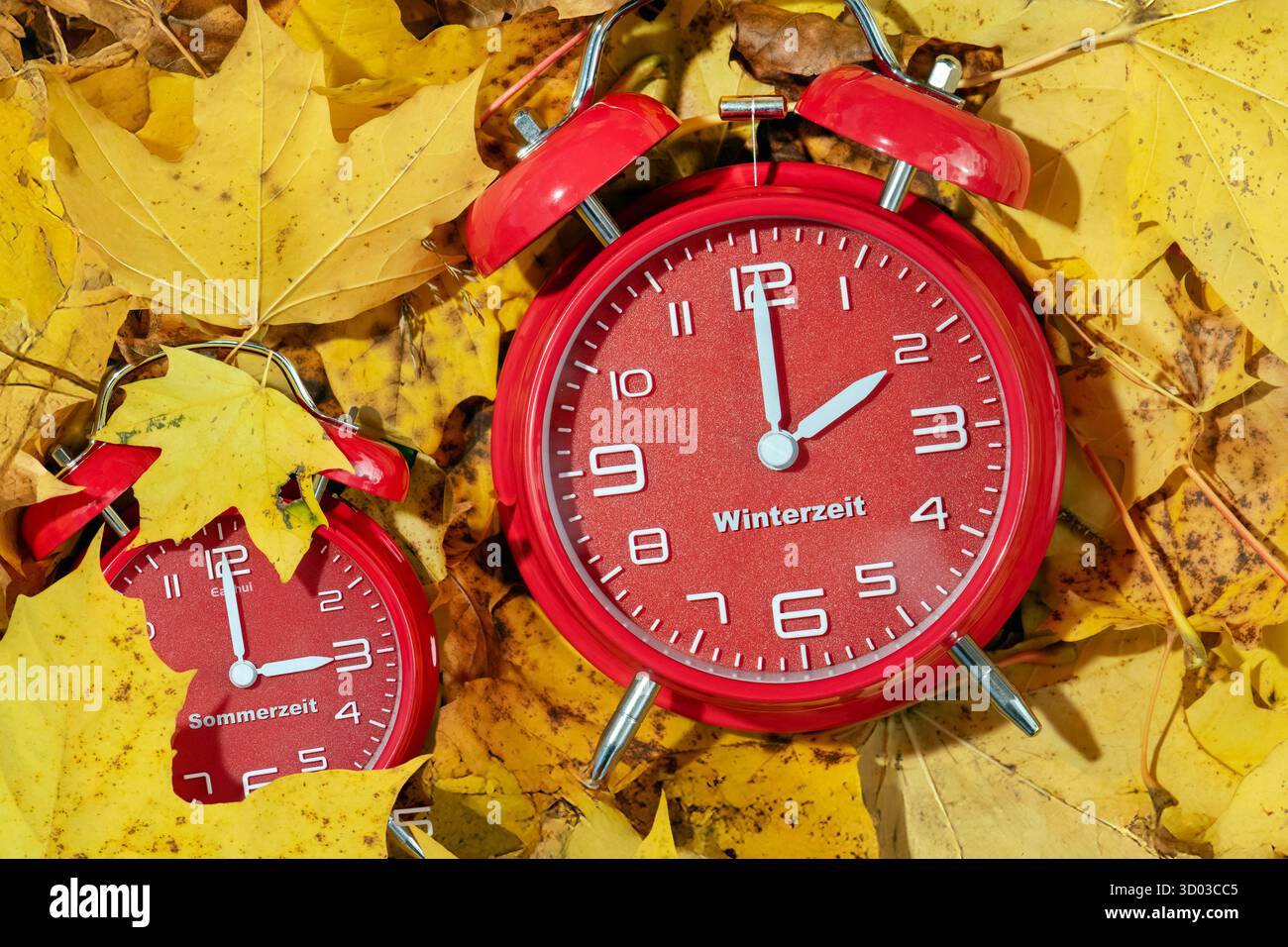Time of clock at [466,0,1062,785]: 2:00
